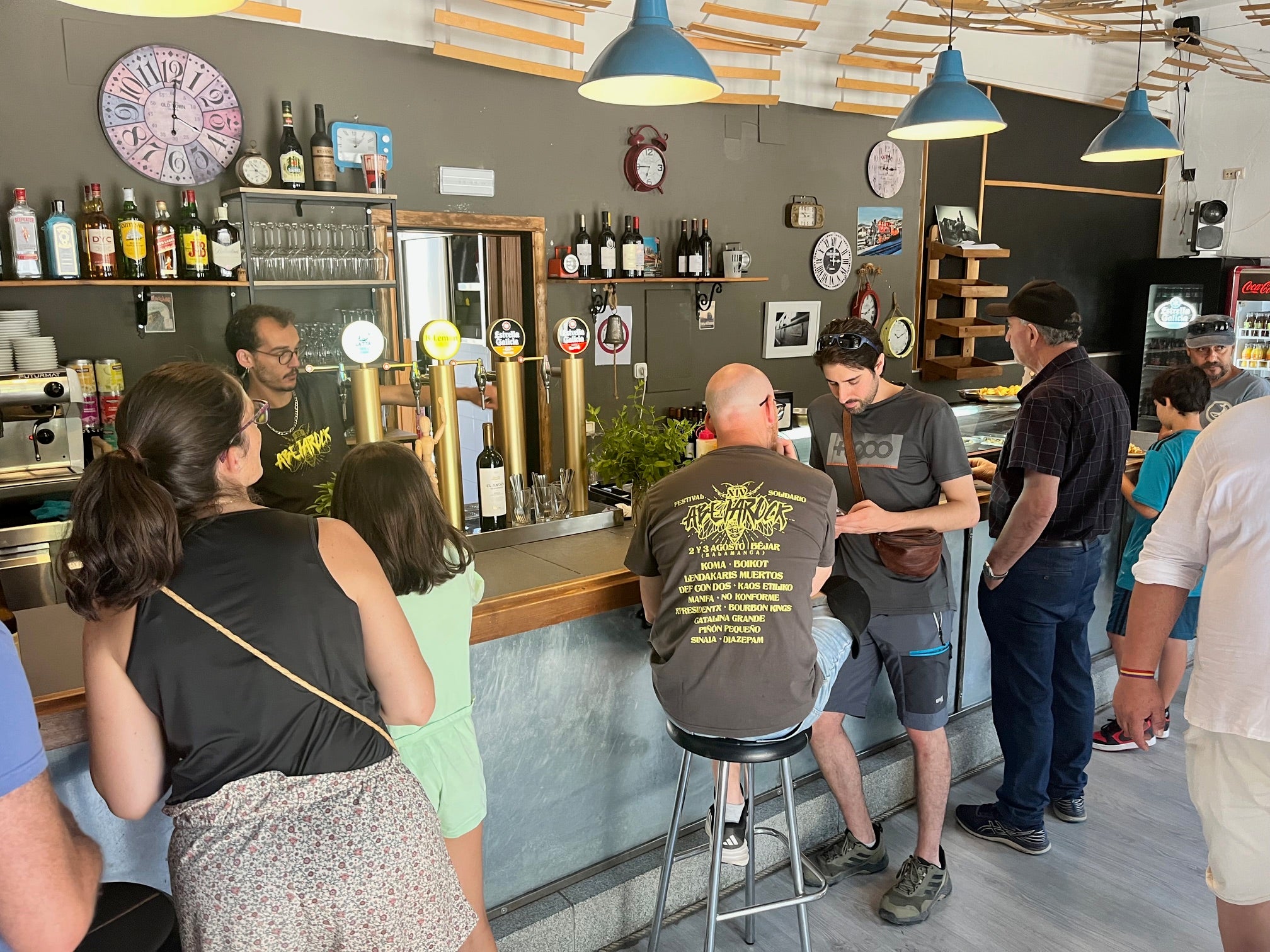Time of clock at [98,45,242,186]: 12:00
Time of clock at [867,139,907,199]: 3:02
